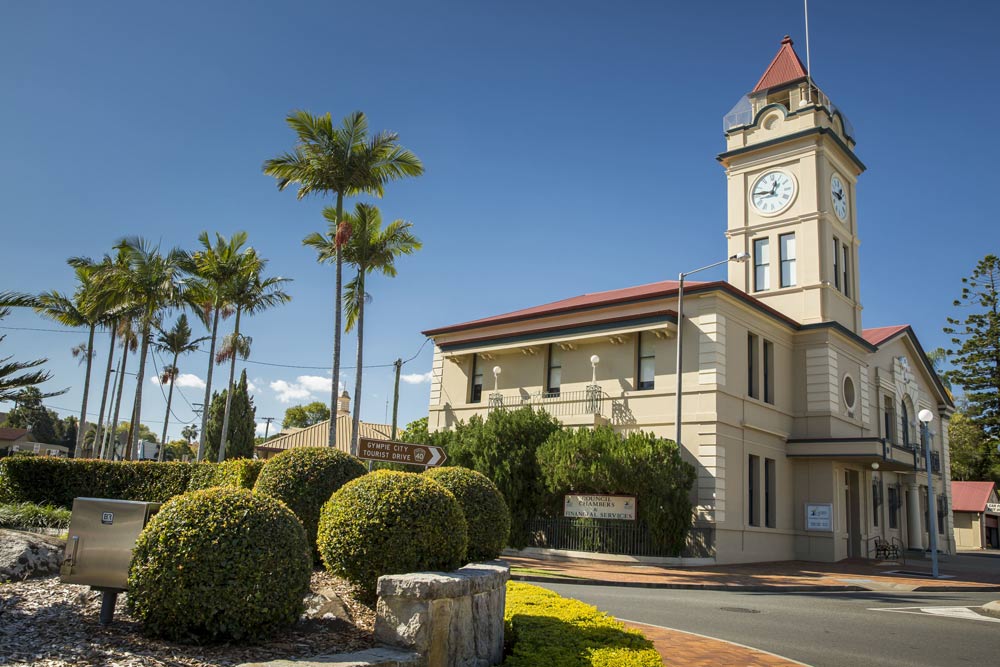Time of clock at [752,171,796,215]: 12:46
